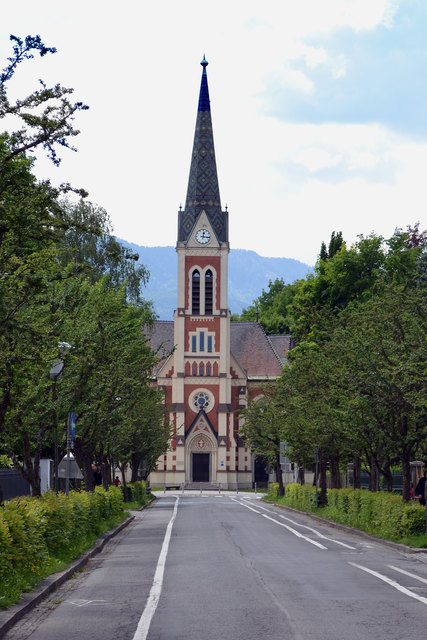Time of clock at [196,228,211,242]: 12:16
